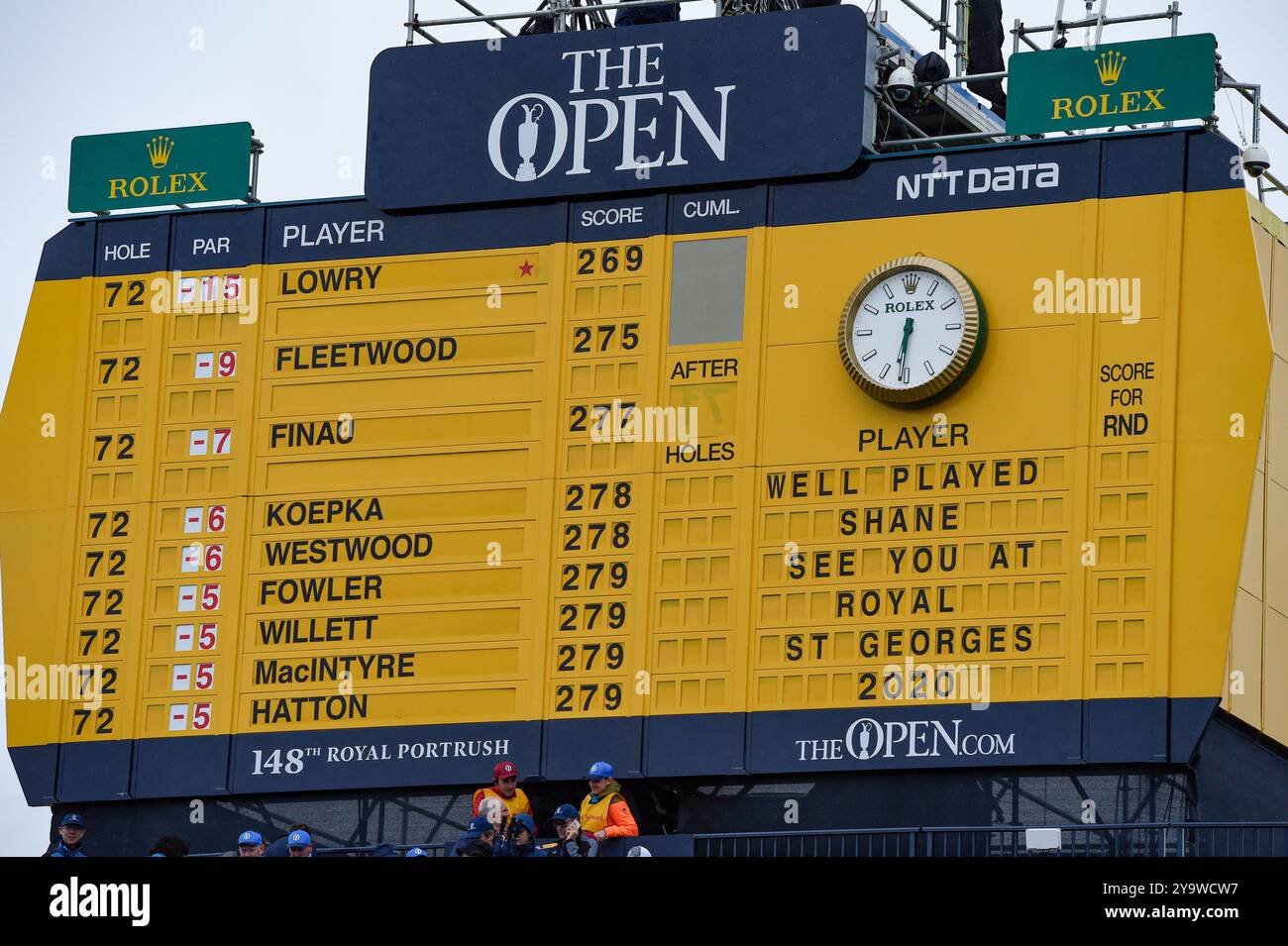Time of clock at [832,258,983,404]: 6:31
